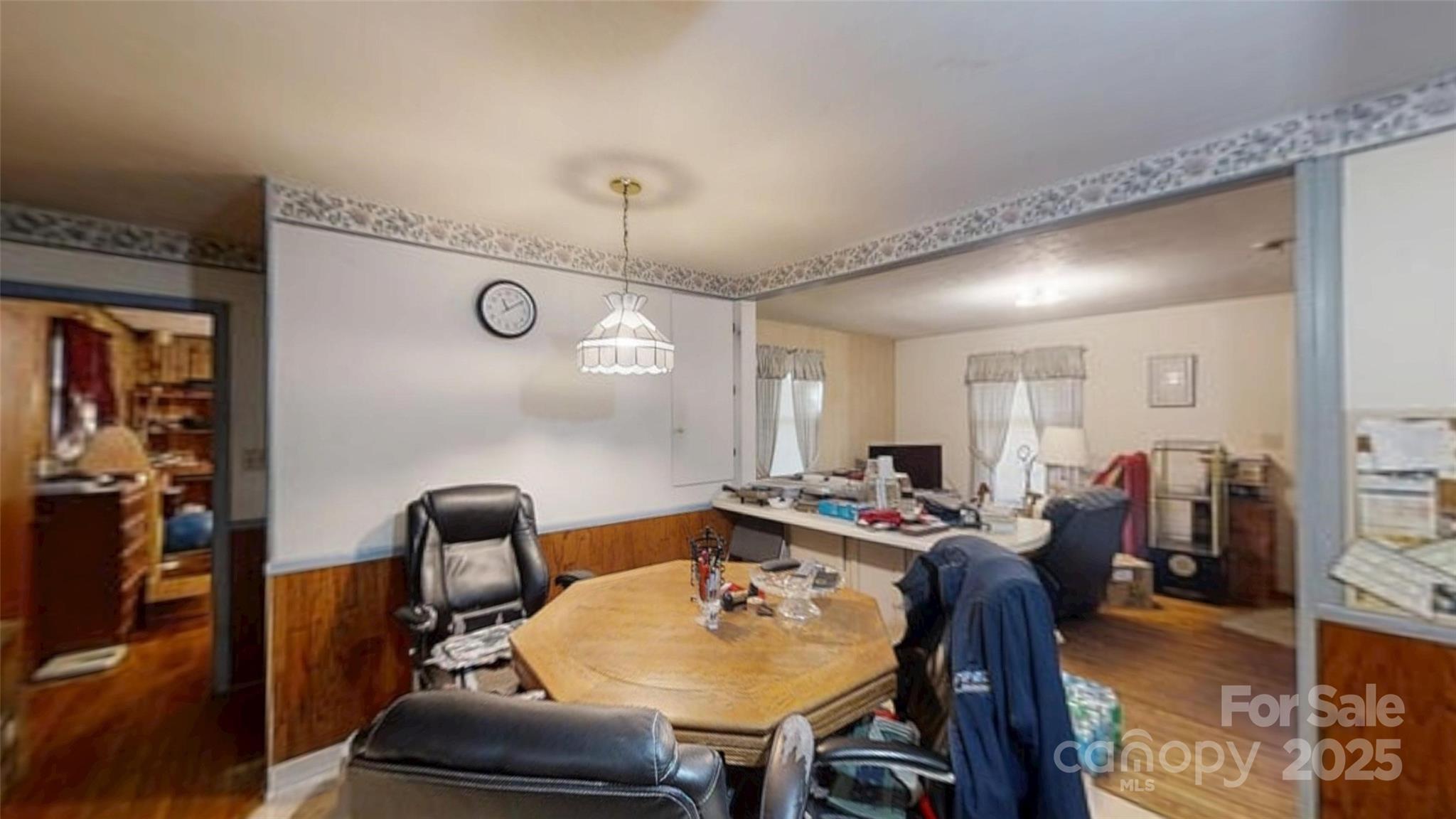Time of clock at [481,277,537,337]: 11:09
